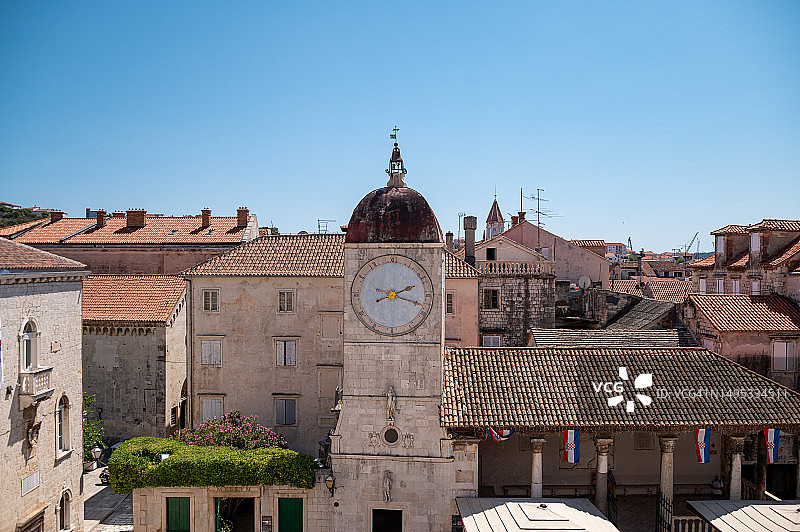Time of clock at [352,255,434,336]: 2:18
